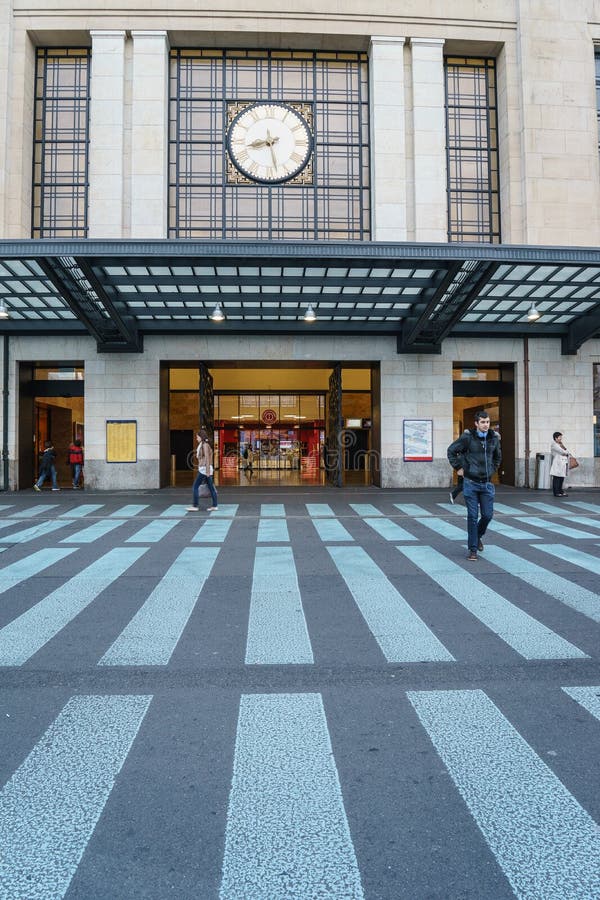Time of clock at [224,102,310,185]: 8:27
